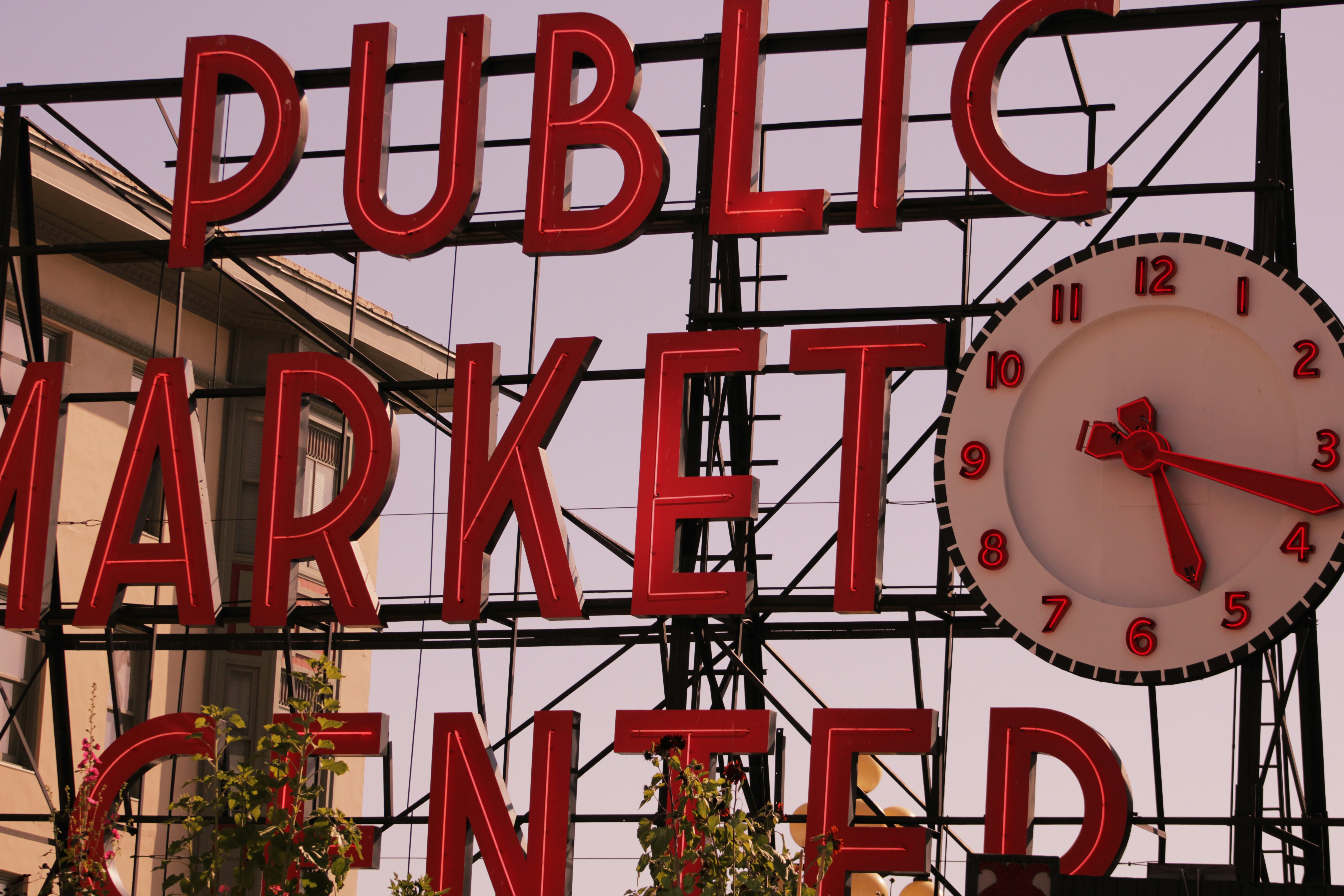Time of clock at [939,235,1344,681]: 5:17
